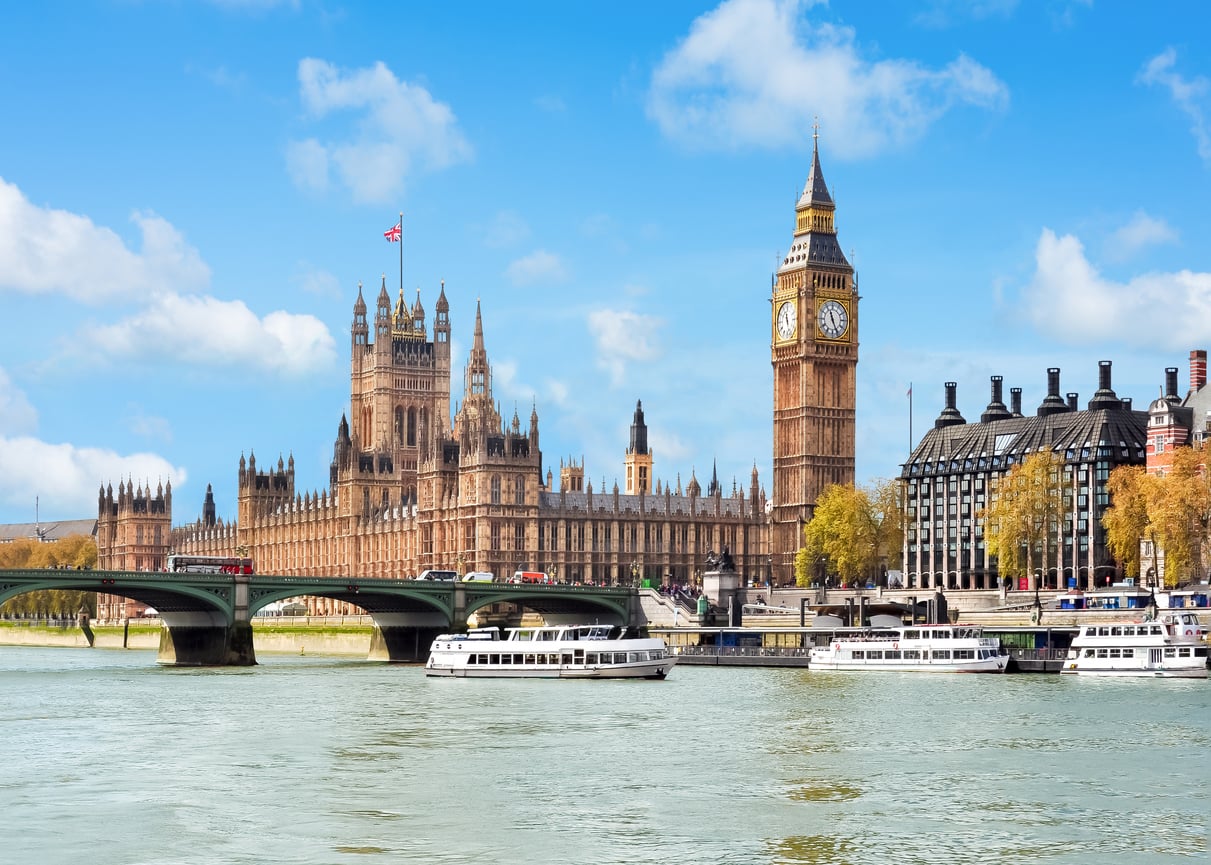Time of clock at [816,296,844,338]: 11:25
